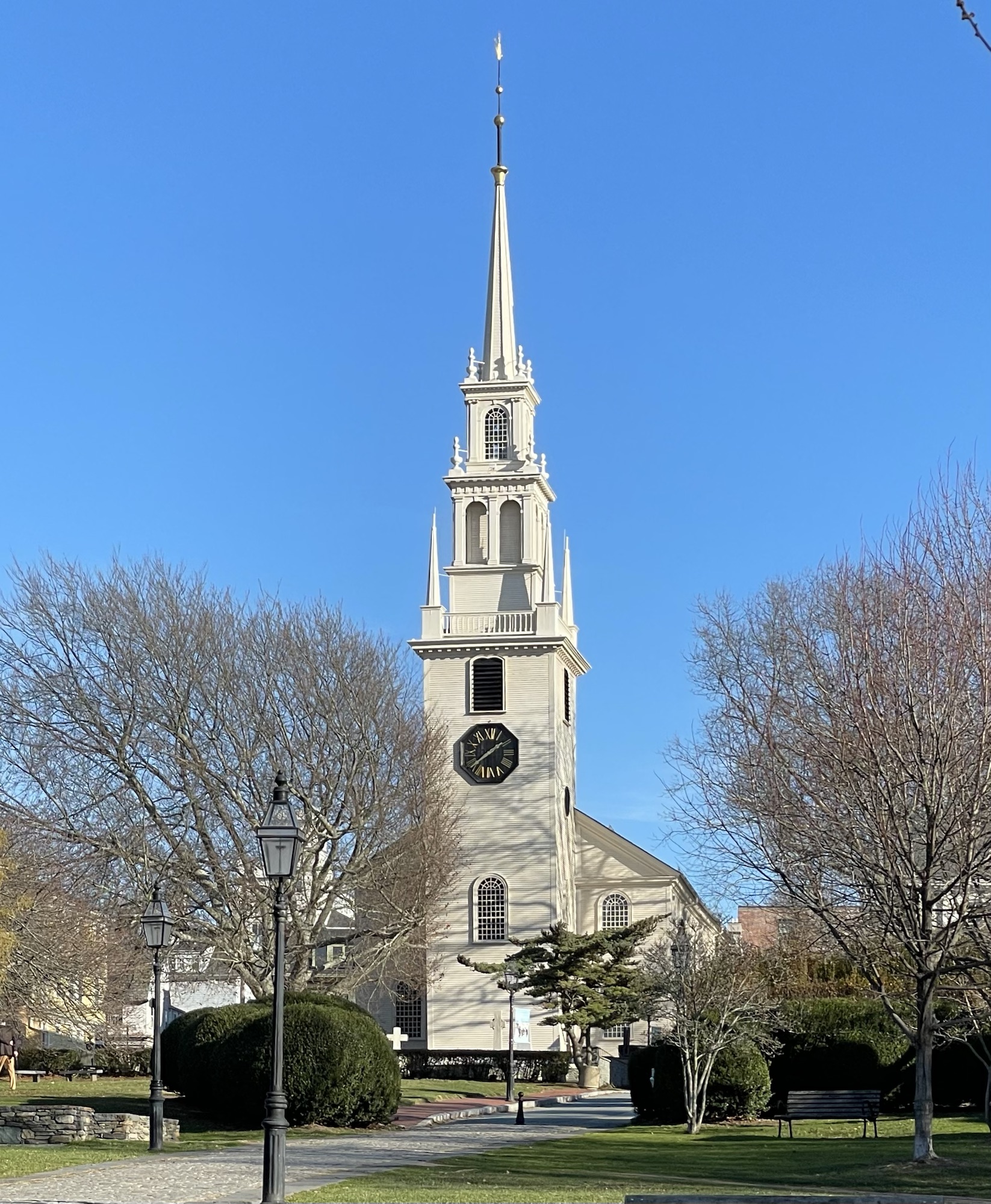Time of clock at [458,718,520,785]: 1:39
